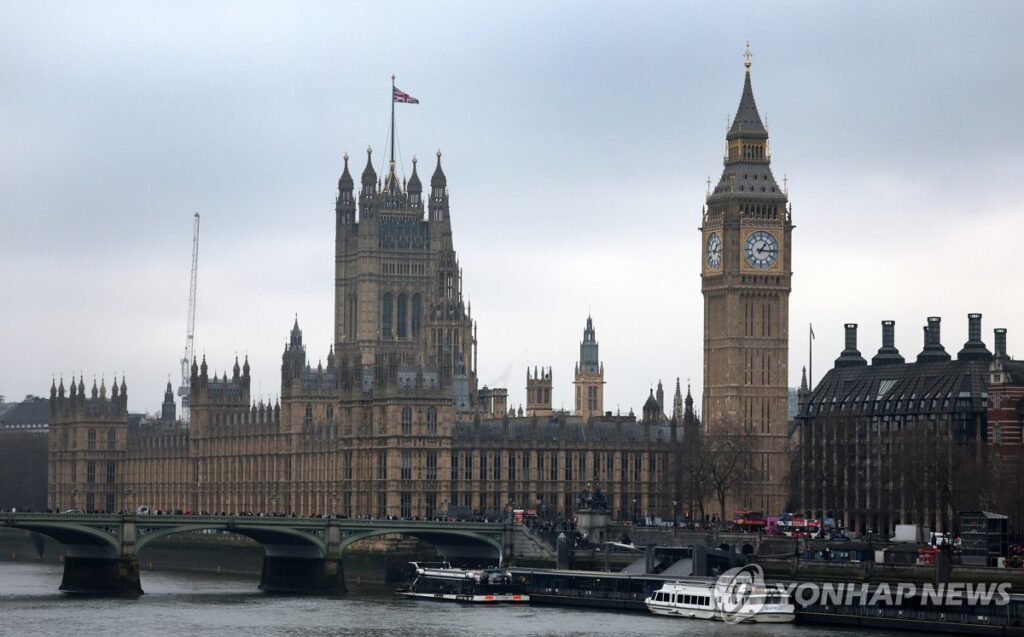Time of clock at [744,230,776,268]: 1:16
